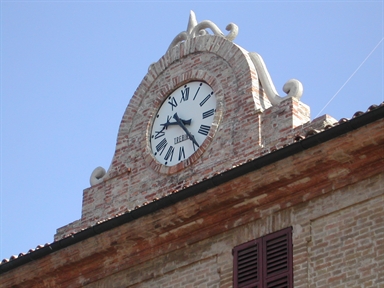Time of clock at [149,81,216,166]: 9:23
